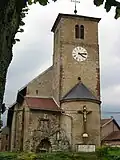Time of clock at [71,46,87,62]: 4:13
